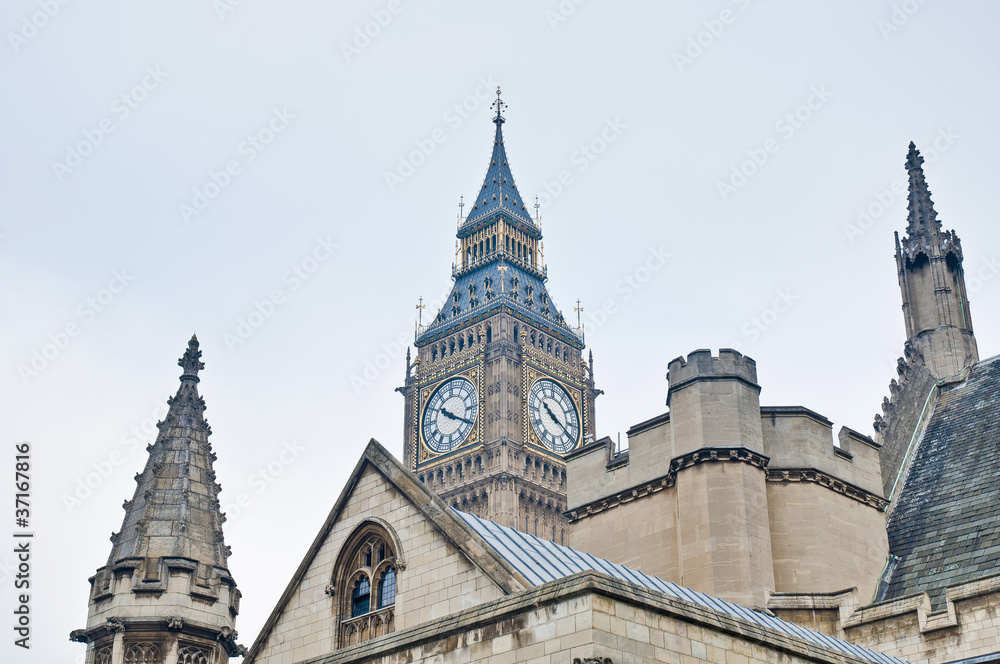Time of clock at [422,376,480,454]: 10:20
